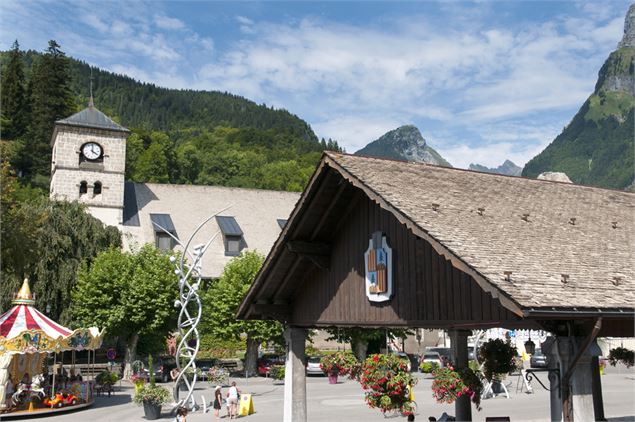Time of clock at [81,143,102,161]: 4:01
